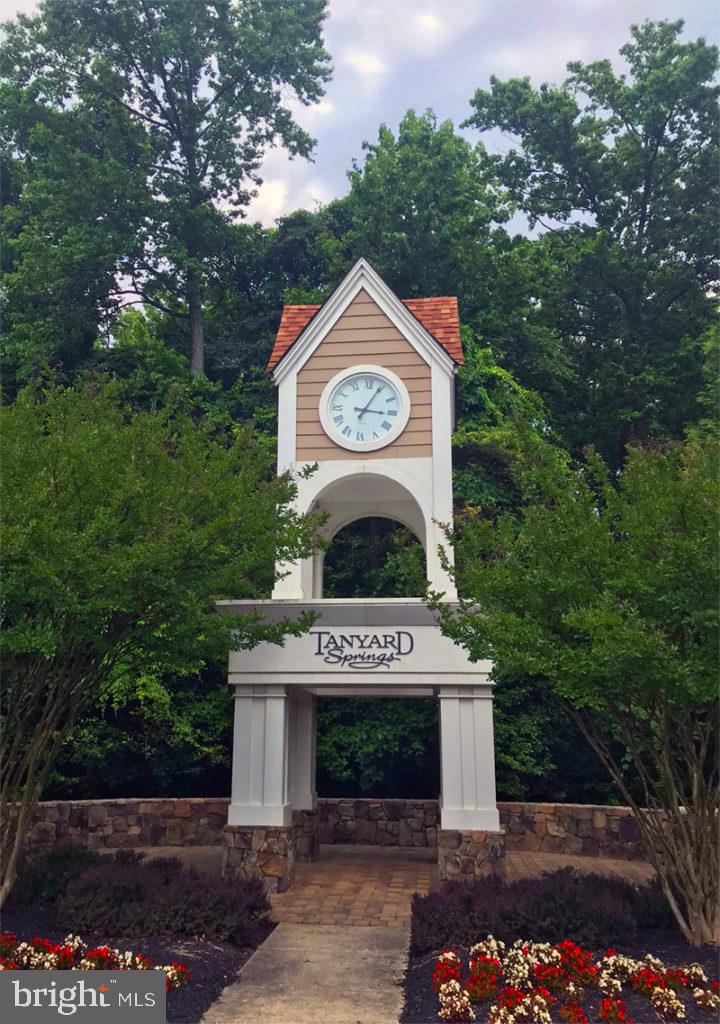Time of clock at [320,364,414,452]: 3:04
